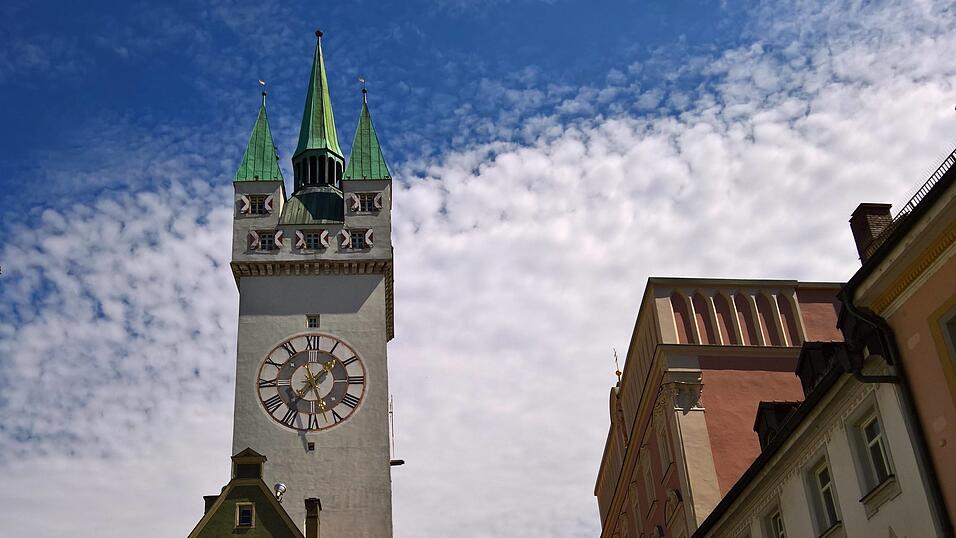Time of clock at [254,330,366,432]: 1:36
